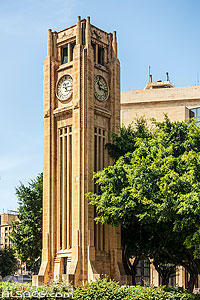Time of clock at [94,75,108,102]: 11:17
